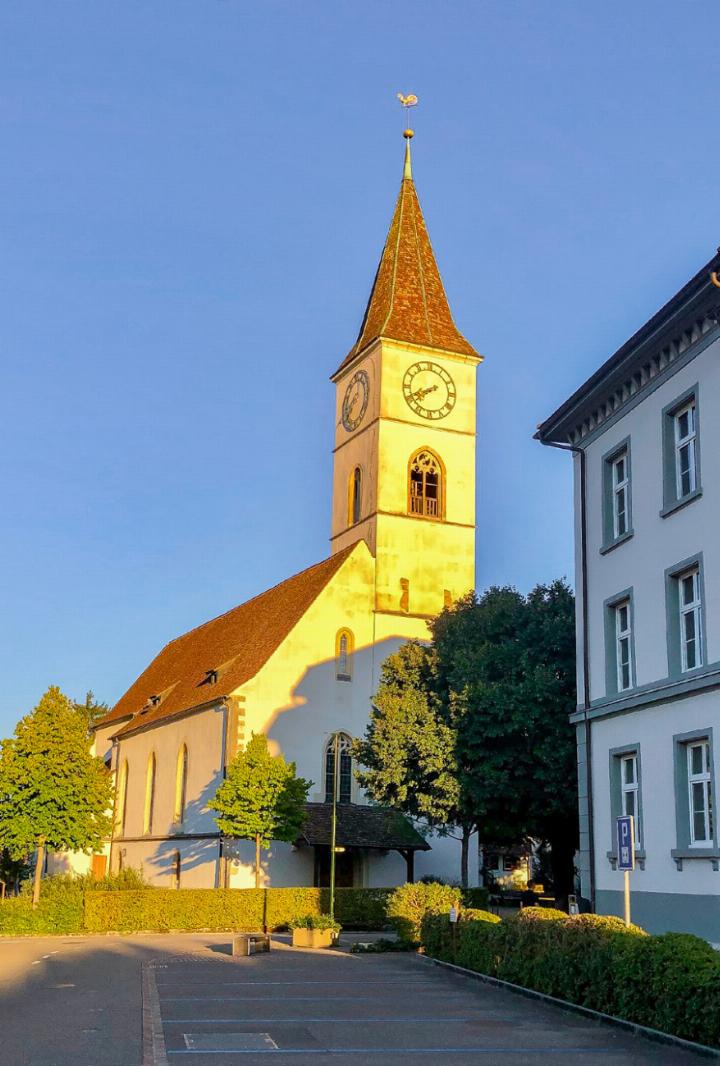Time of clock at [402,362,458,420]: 7:40
